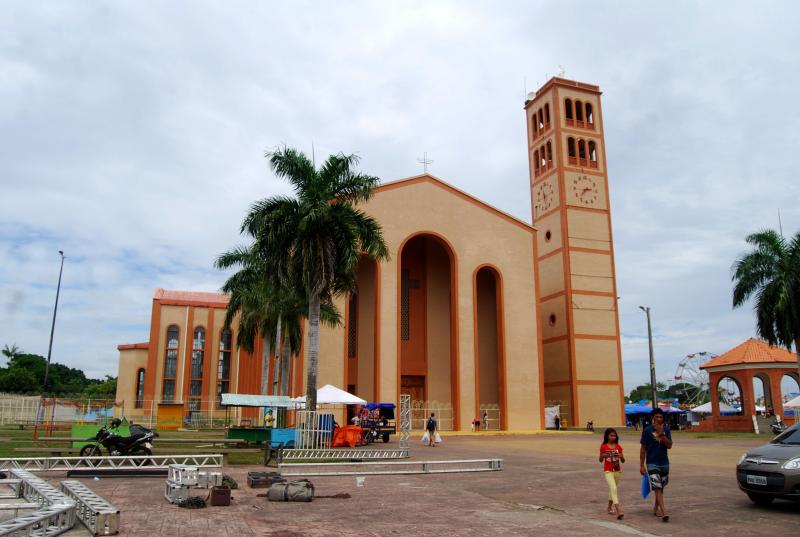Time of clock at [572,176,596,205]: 2:37
